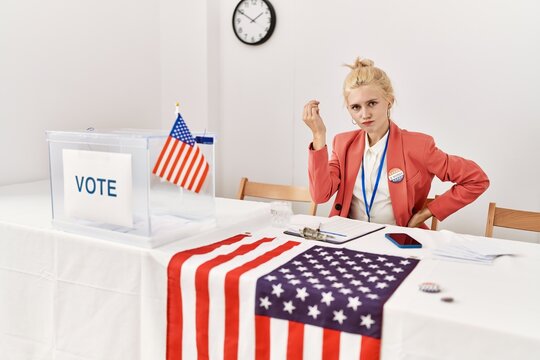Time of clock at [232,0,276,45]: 1:49
